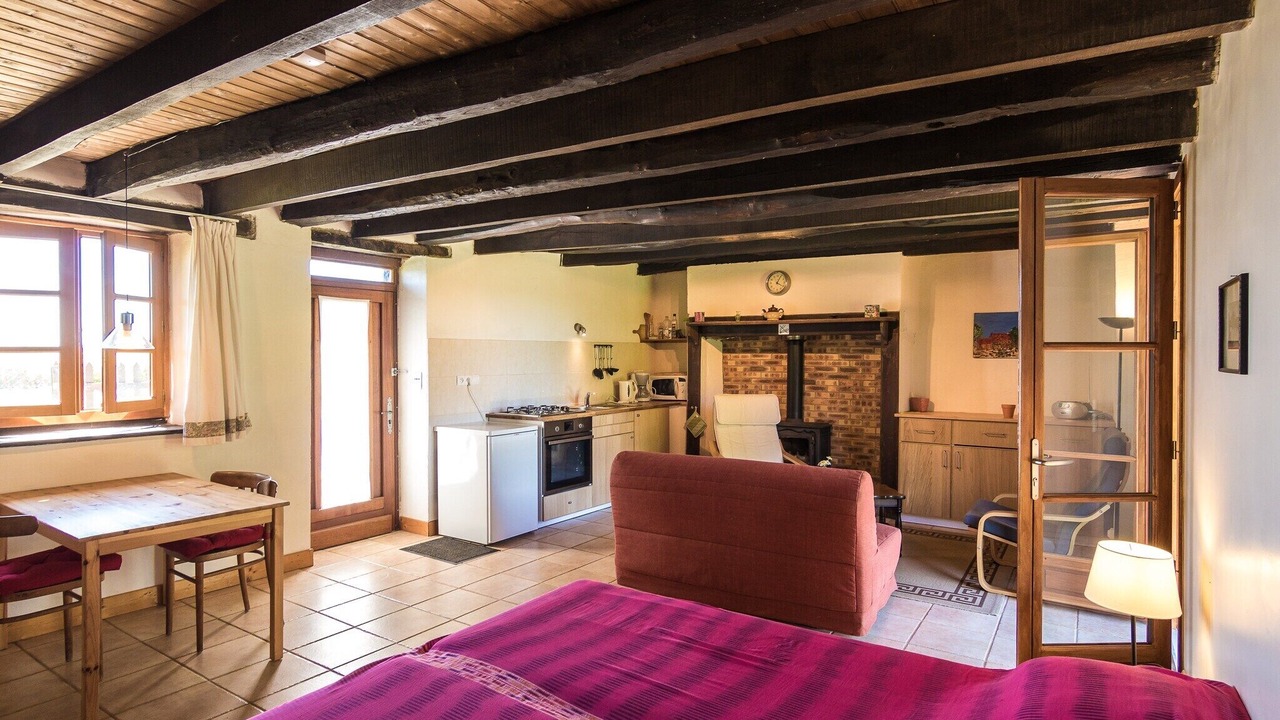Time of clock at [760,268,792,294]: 4:04
